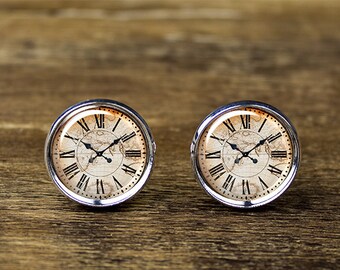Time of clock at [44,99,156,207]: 10:08
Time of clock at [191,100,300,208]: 10:08
